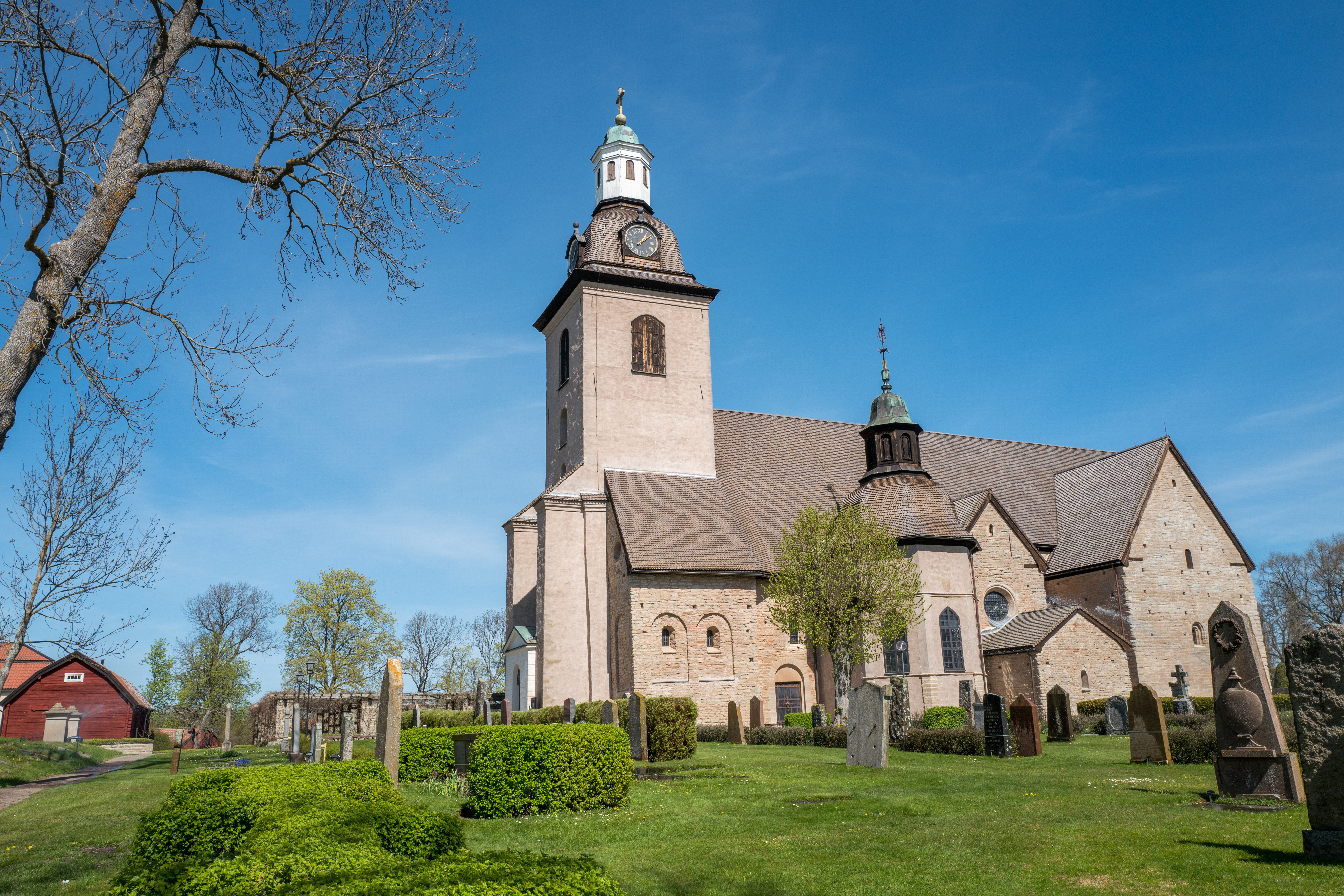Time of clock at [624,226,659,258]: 1:08
